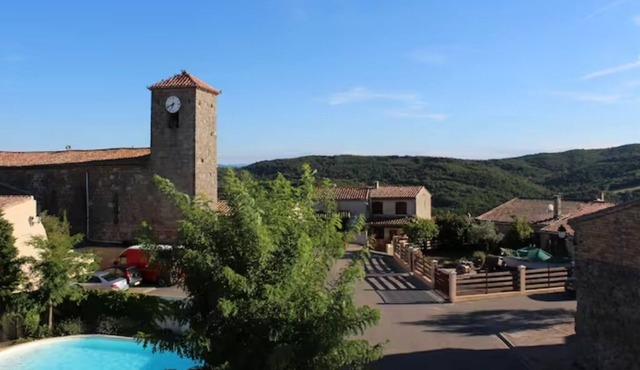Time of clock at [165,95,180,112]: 6:41
